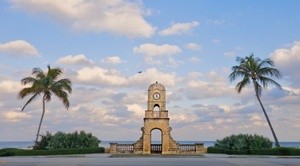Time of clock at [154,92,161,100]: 4:59
